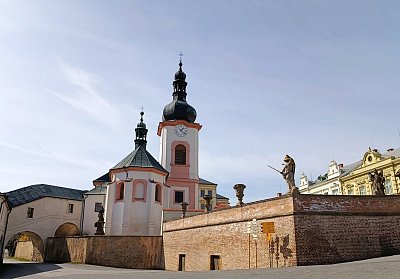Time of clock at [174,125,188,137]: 1:22
